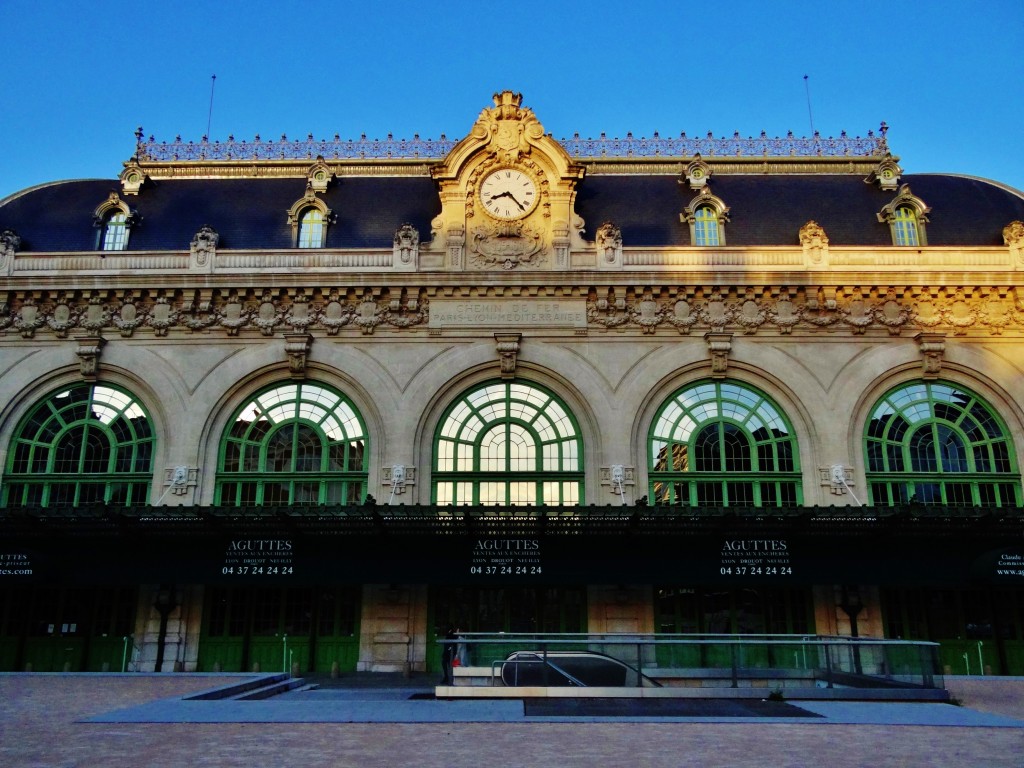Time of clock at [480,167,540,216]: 8:23
